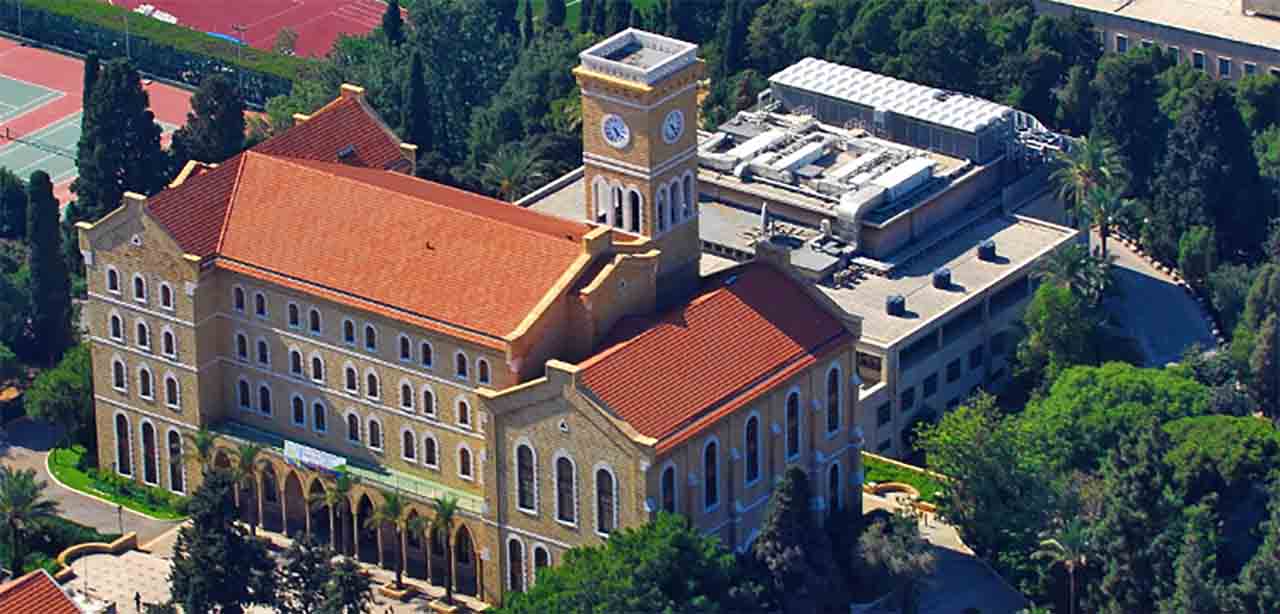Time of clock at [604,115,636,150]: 5:21
